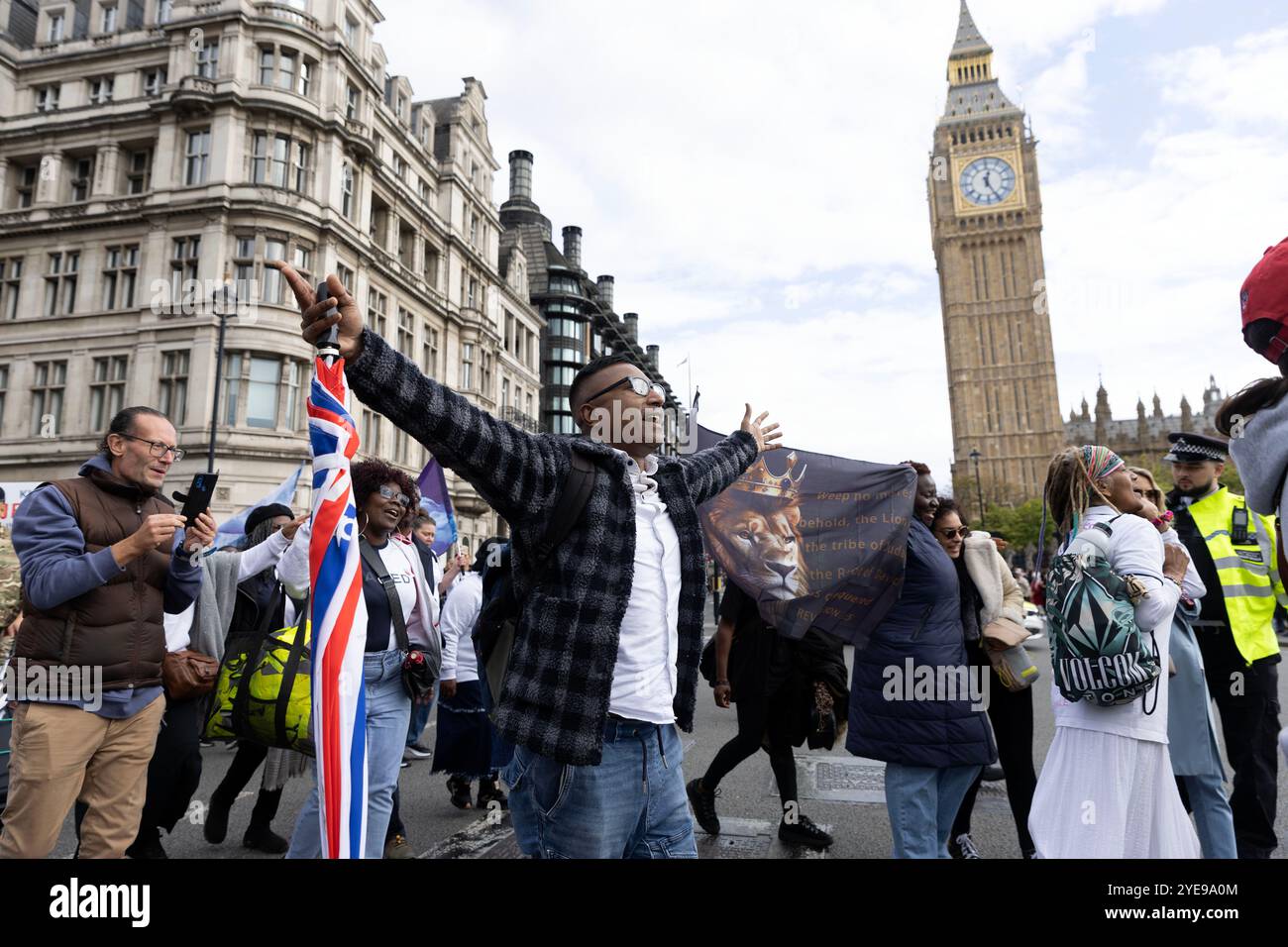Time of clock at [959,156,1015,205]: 12:25
